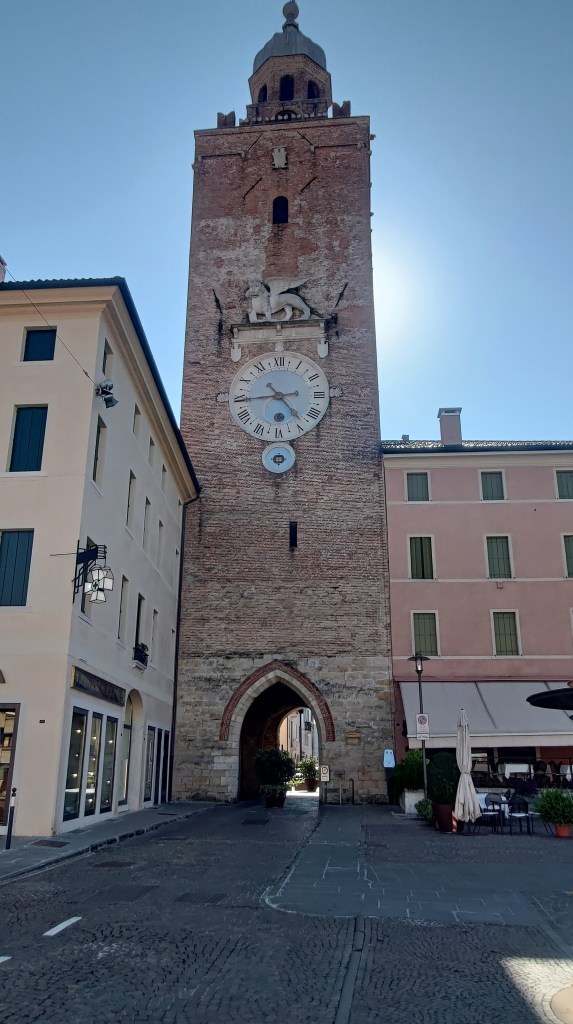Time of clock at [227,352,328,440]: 4:44
